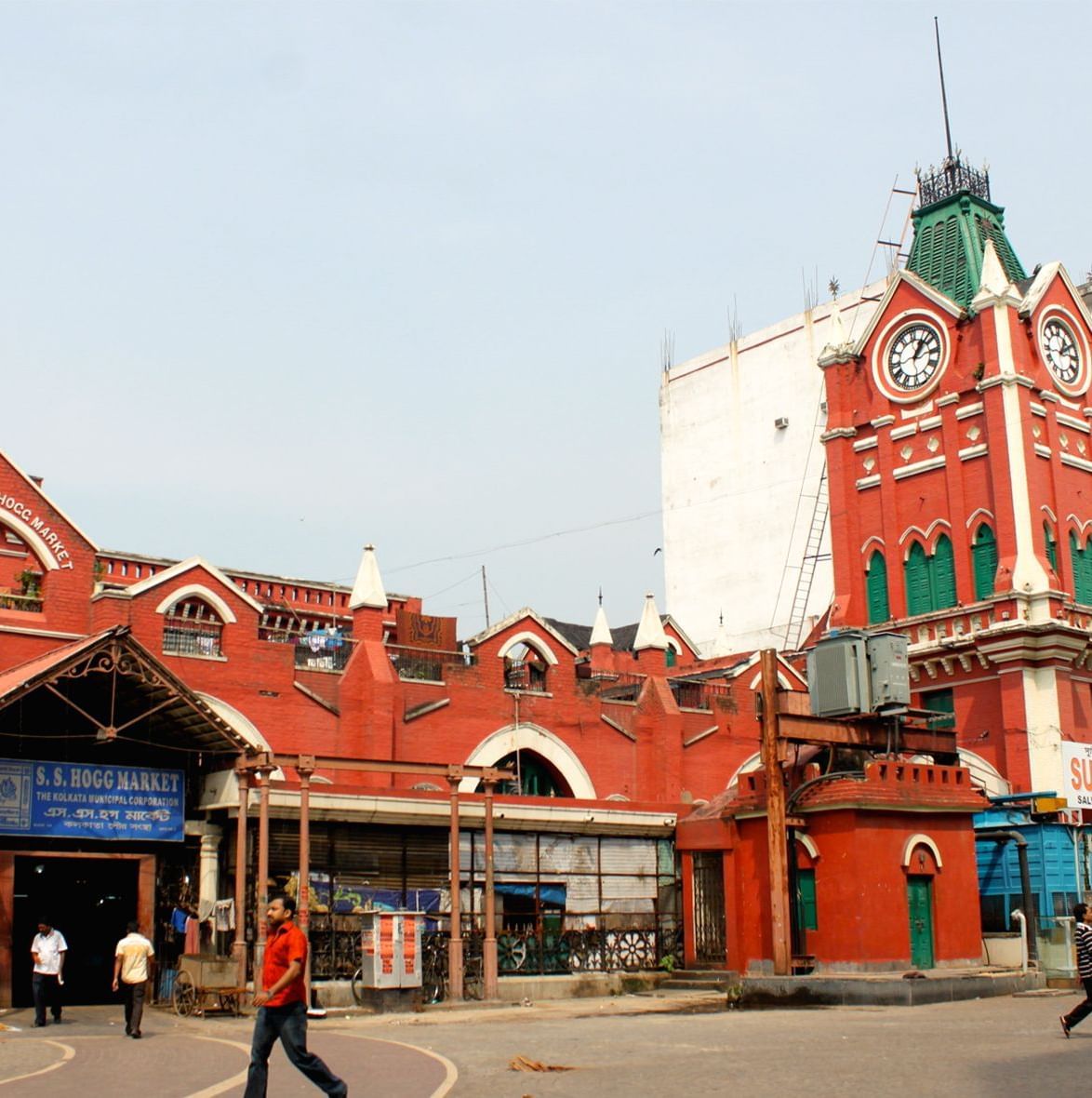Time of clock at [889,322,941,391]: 1:07
